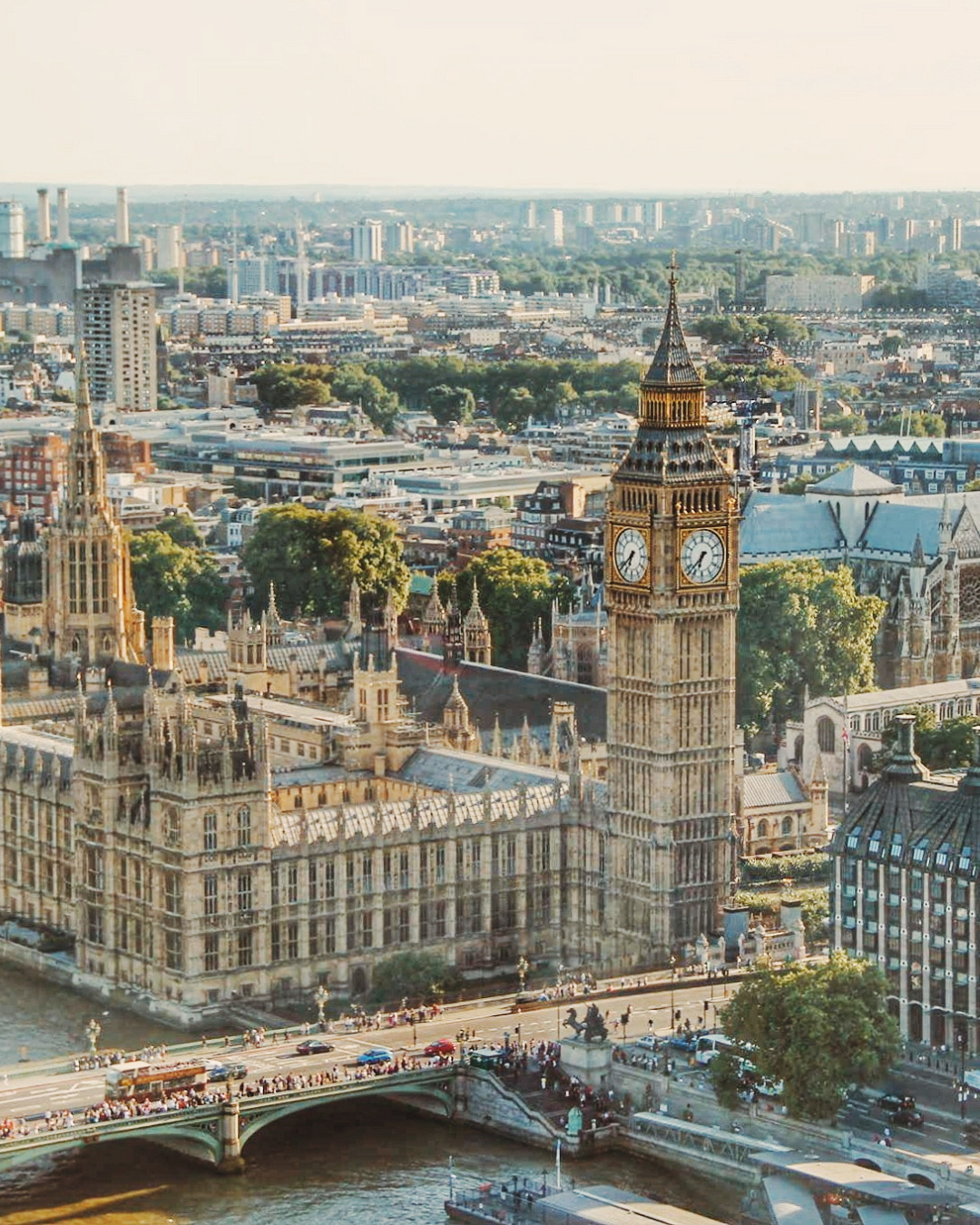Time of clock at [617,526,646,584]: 6:38
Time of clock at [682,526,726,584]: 6:37
